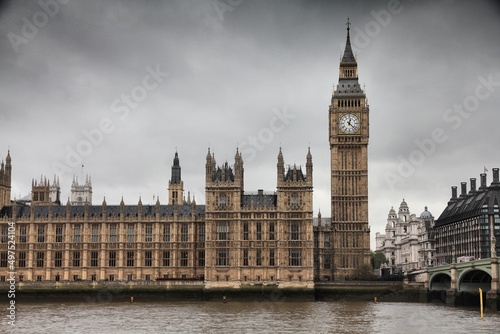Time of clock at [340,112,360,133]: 12:22
